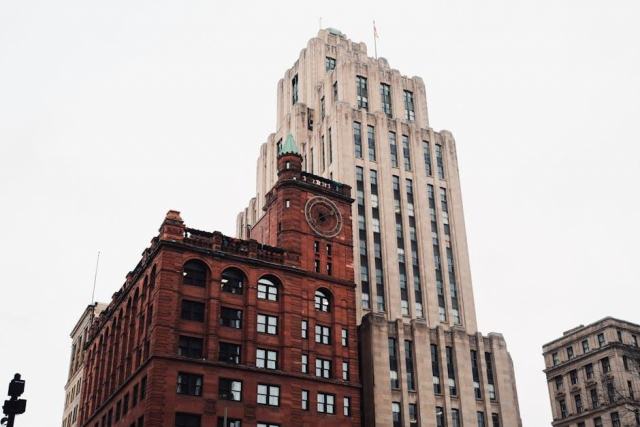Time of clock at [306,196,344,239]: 7:12
